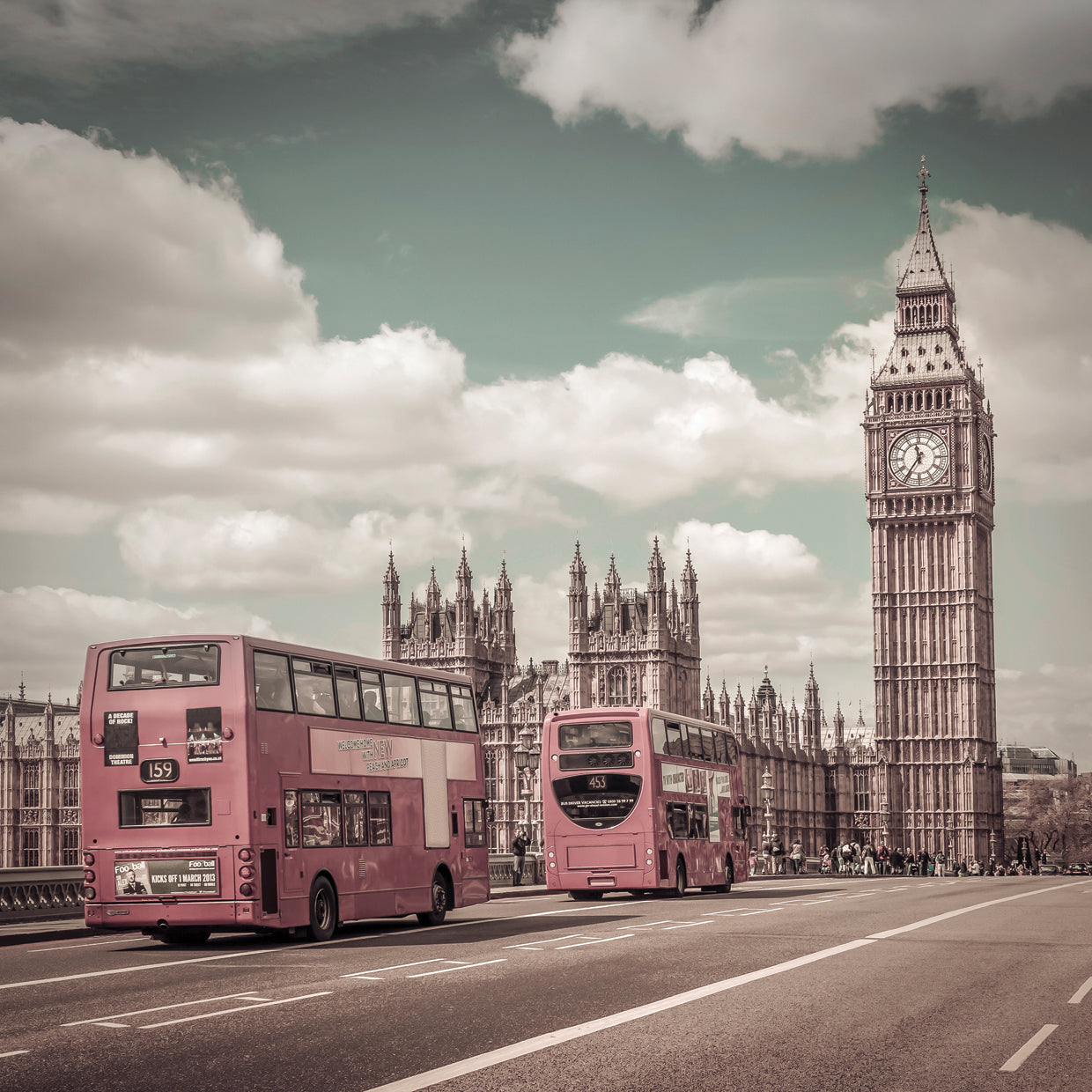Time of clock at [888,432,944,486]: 11:35
